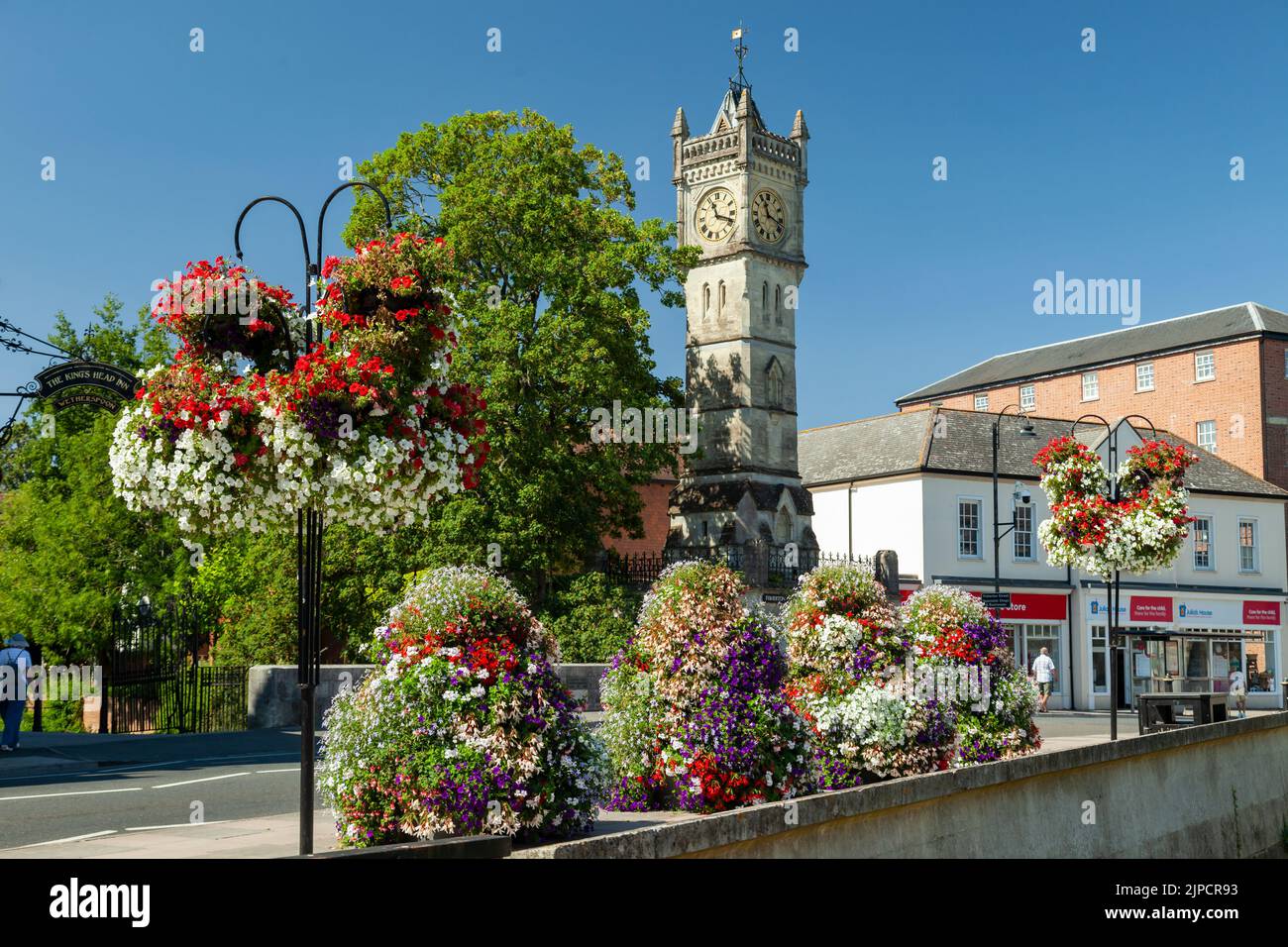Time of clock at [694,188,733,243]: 11:18
